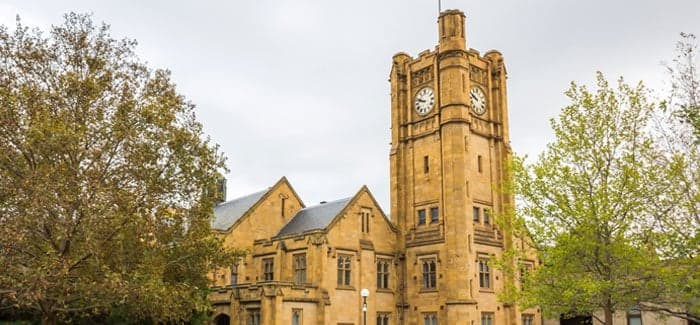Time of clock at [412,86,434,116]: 9:47
